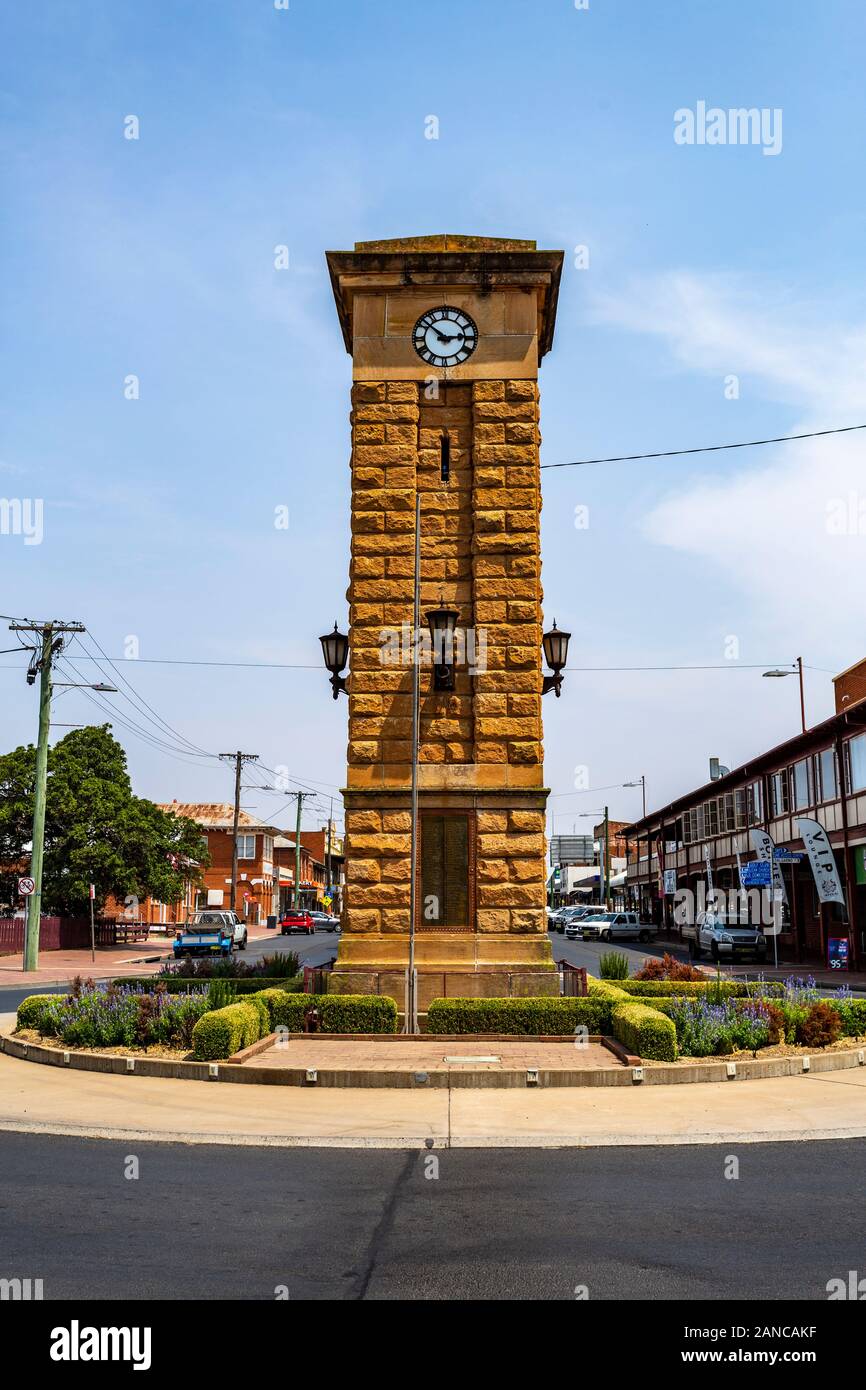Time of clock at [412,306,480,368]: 2:51
